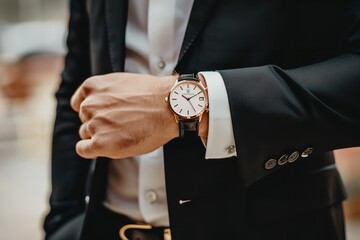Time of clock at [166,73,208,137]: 10:10
